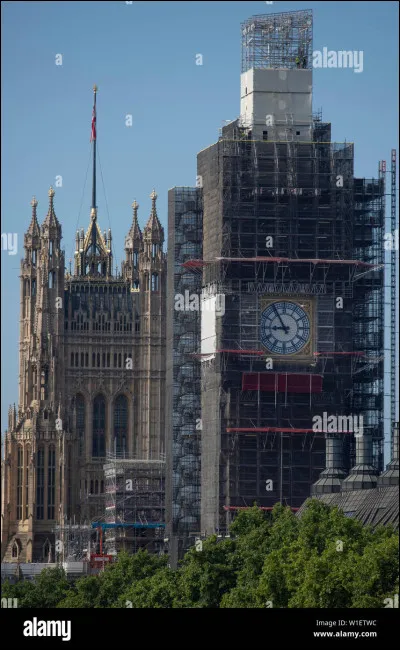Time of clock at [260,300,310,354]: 8:54
